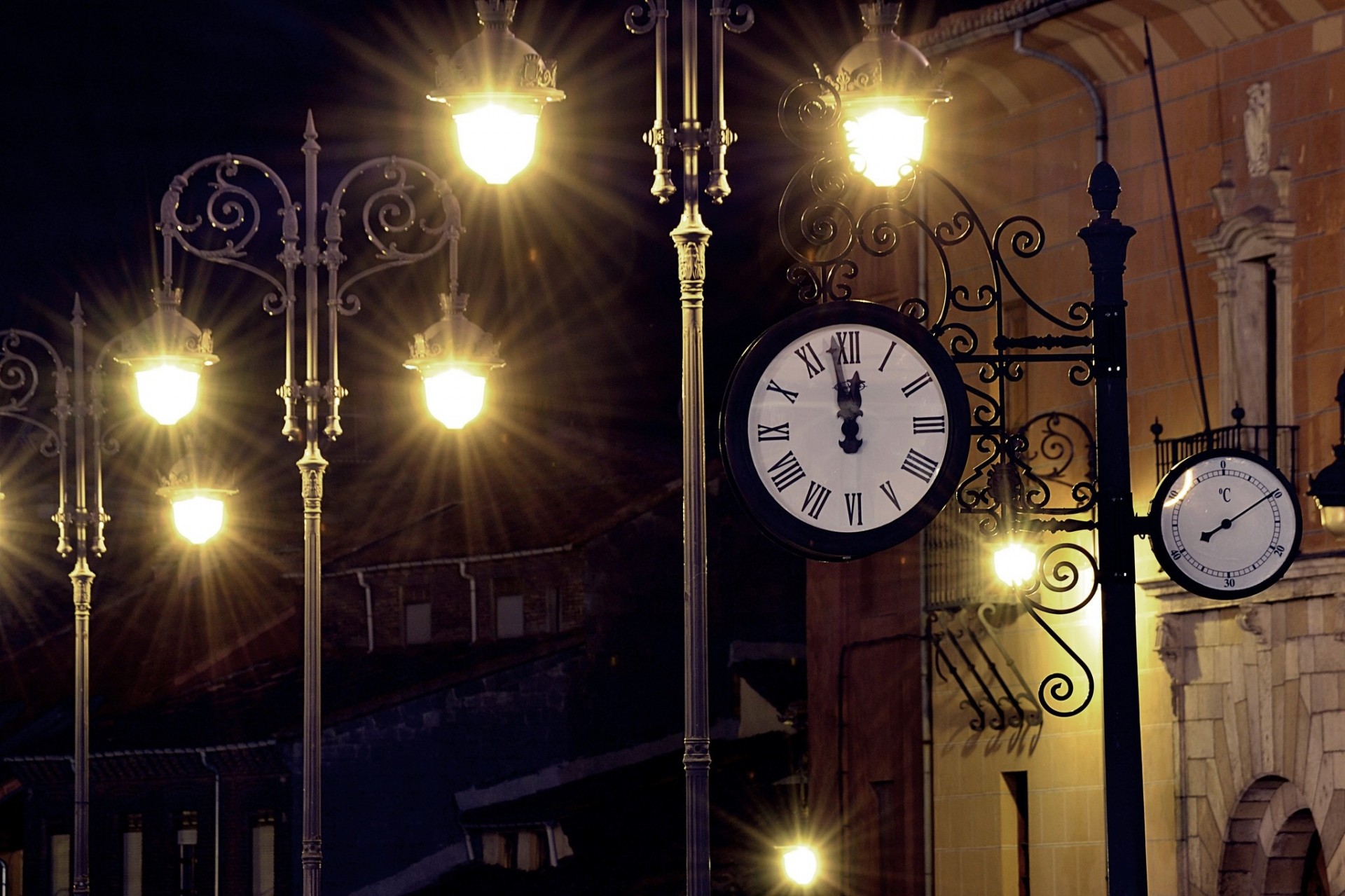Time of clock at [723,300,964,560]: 11:58
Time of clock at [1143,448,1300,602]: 8:09
